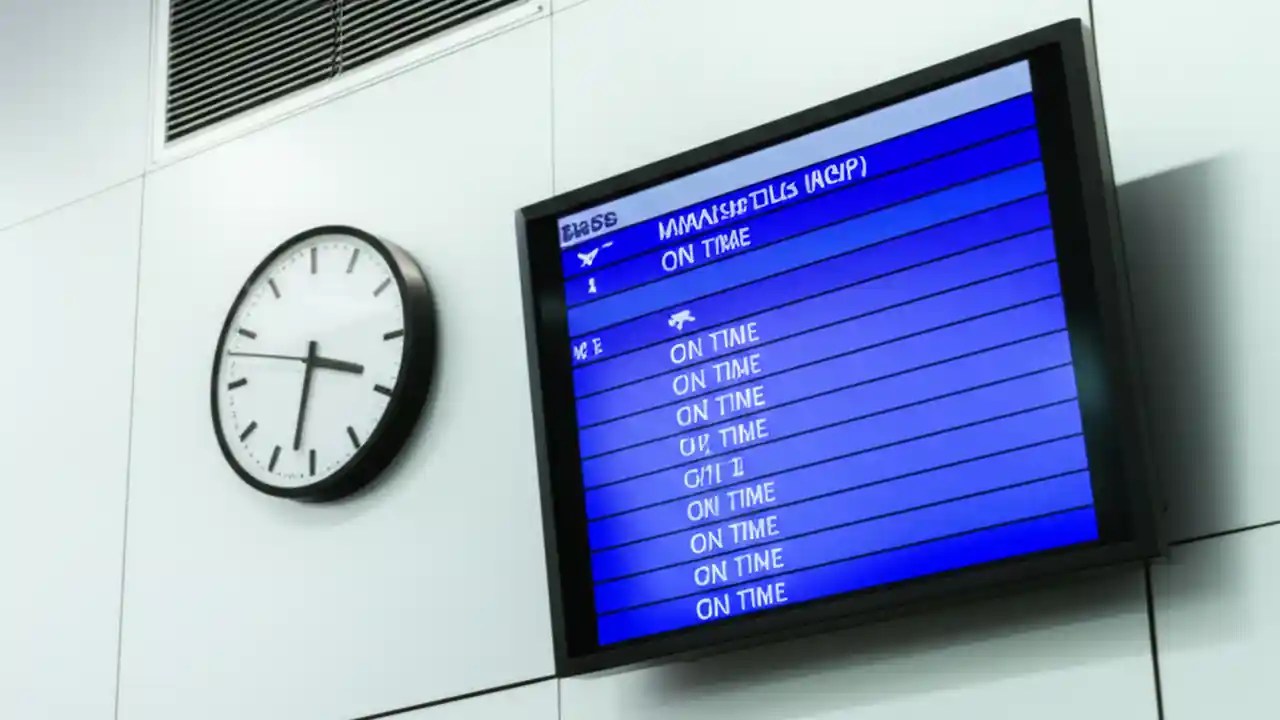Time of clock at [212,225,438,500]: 3:32
